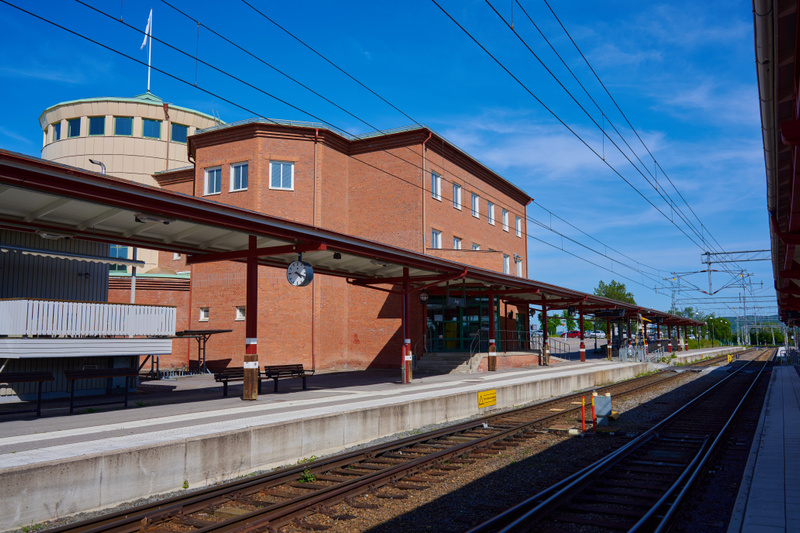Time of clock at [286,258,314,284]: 4:18
